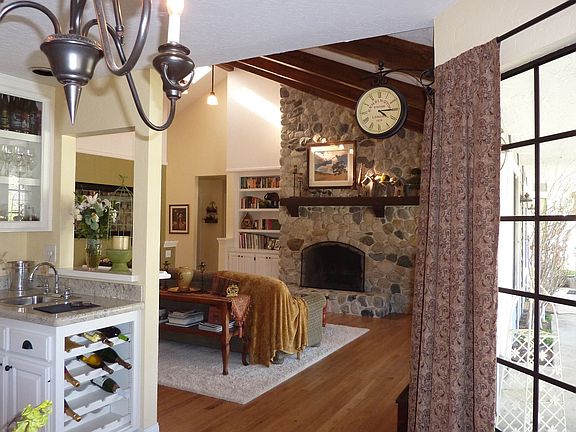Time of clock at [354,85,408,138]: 4:15
